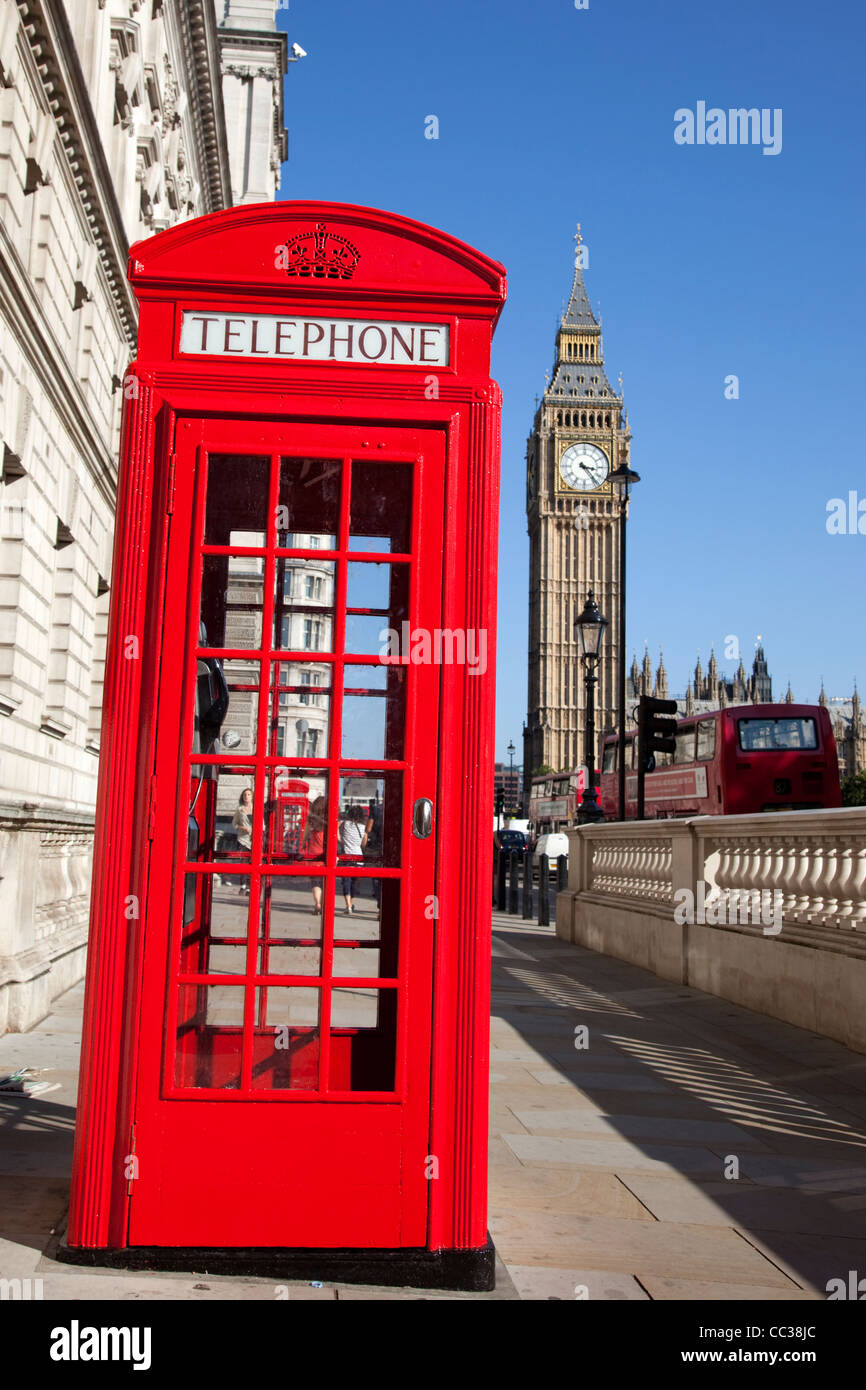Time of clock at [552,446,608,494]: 3:23
